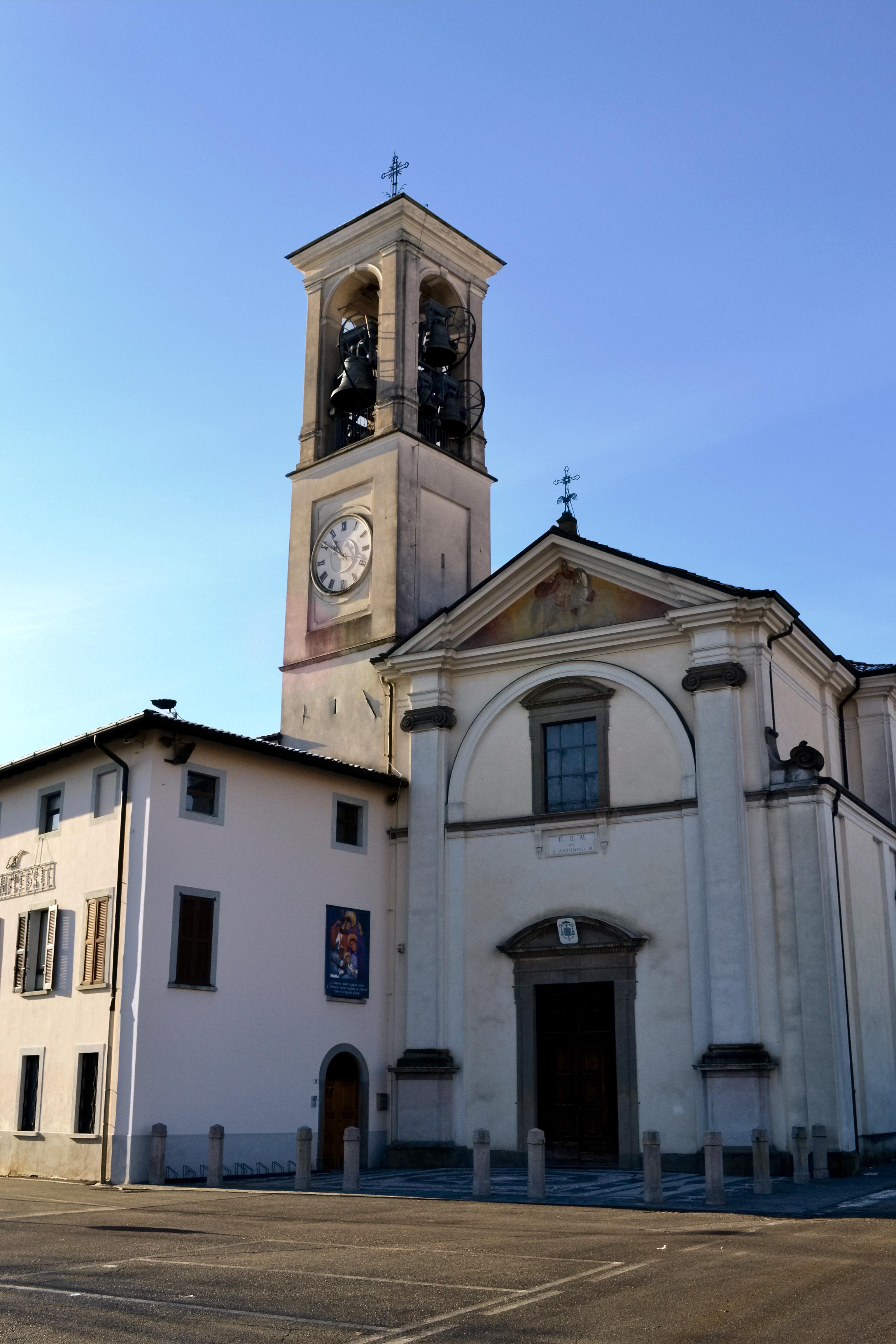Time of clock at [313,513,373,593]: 10:50
